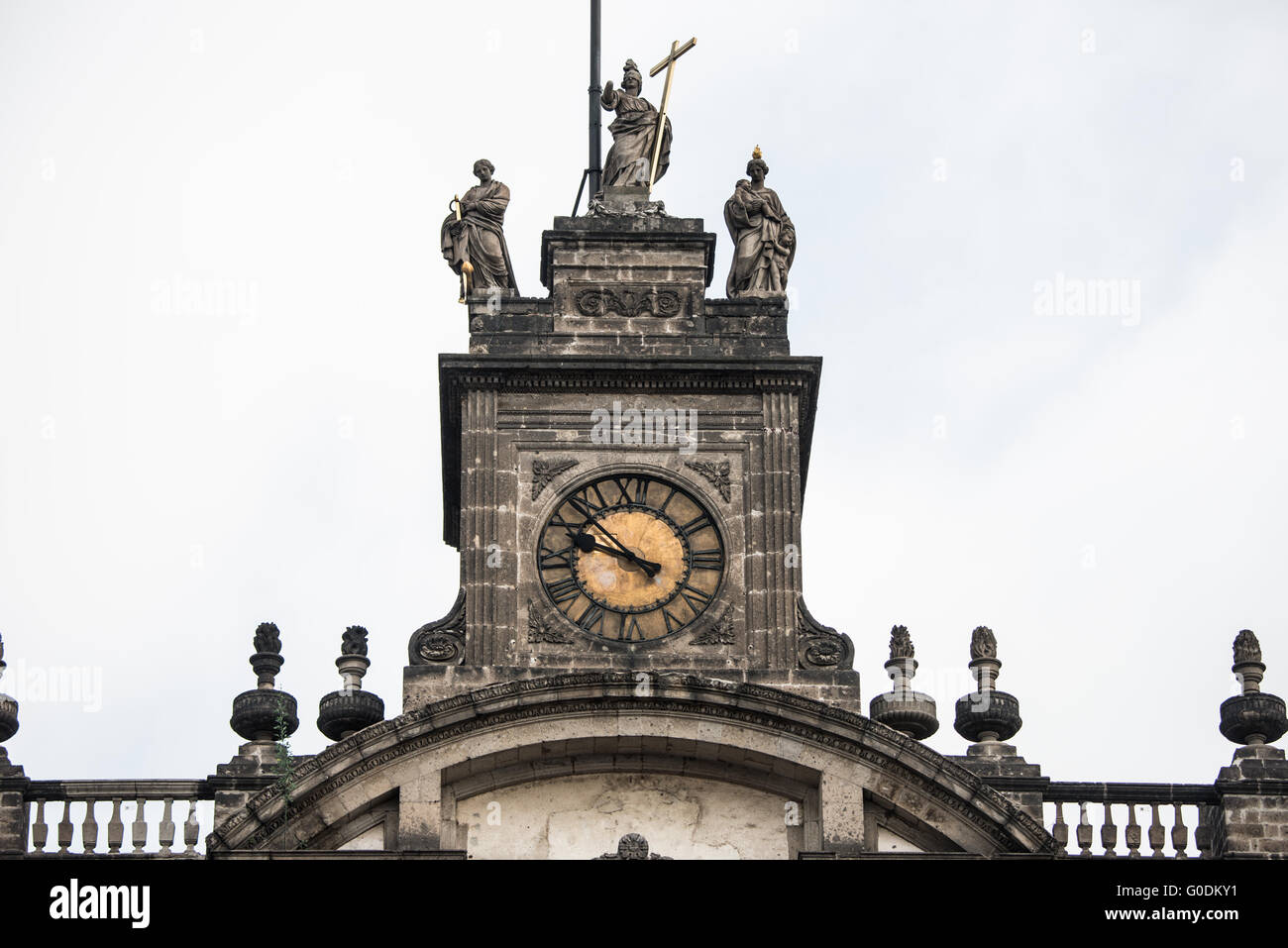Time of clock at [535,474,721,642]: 9:52
